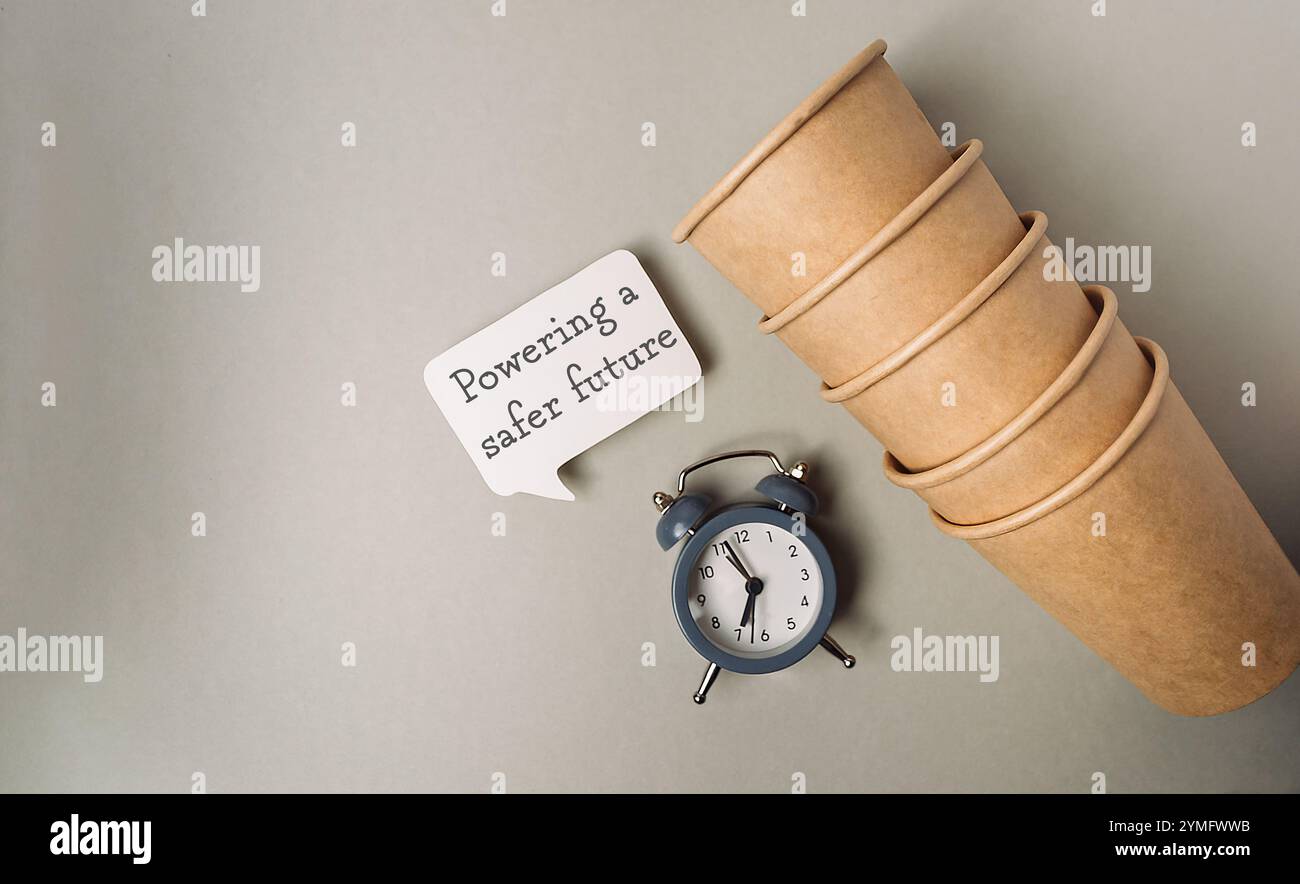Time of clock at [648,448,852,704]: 6:56
